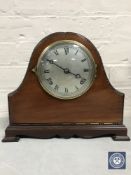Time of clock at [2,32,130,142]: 3:50
